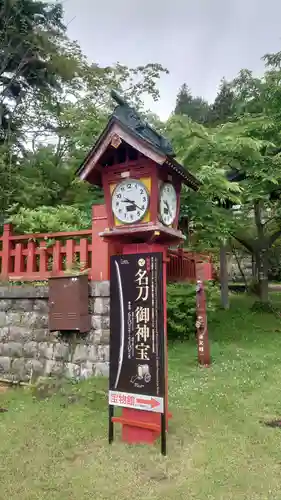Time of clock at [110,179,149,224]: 9:21
